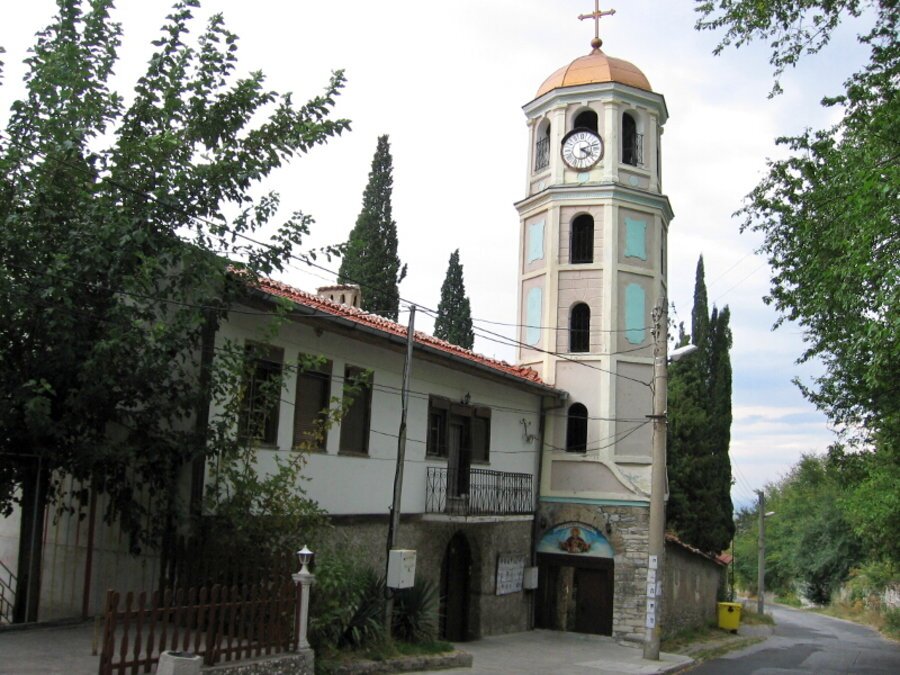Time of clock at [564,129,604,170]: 4:12
